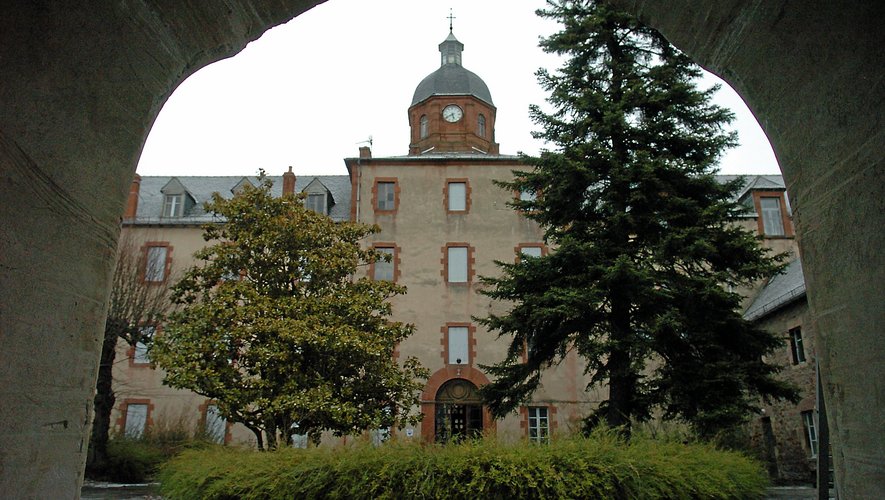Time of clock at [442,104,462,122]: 5:40
